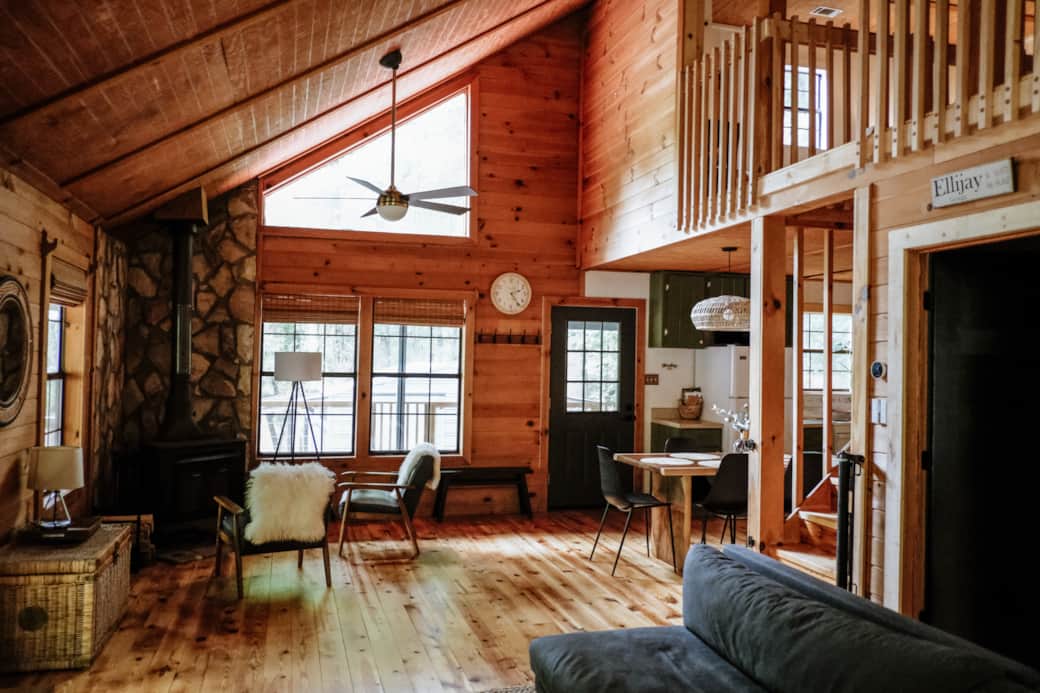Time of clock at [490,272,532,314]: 2:24
